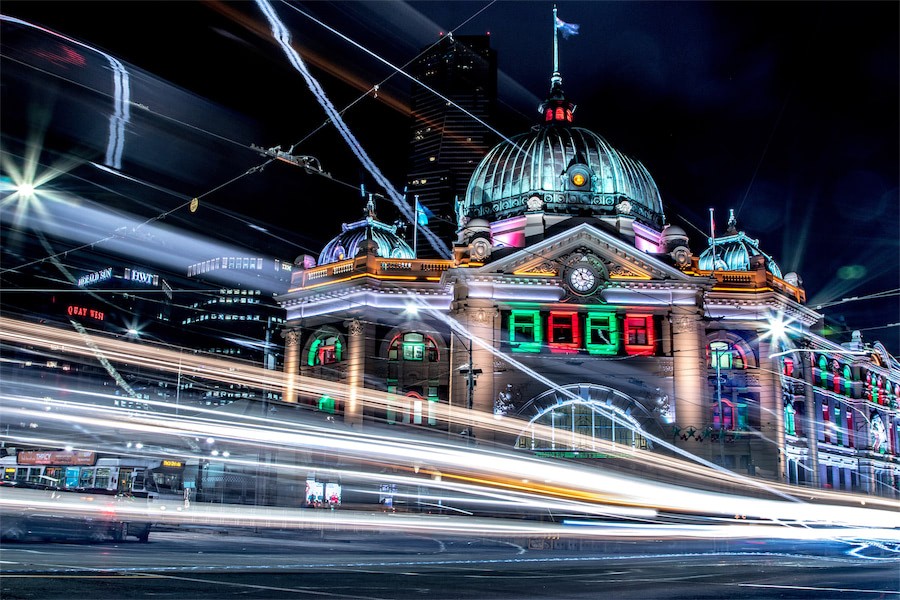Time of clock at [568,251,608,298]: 11:17
